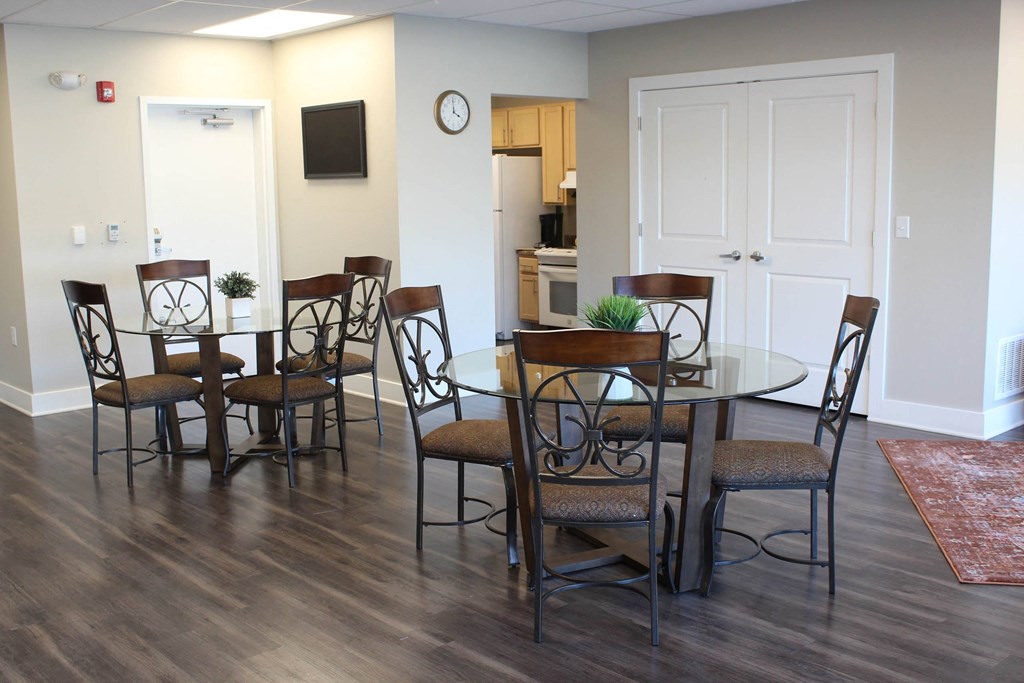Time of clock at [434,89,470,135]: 3:58
